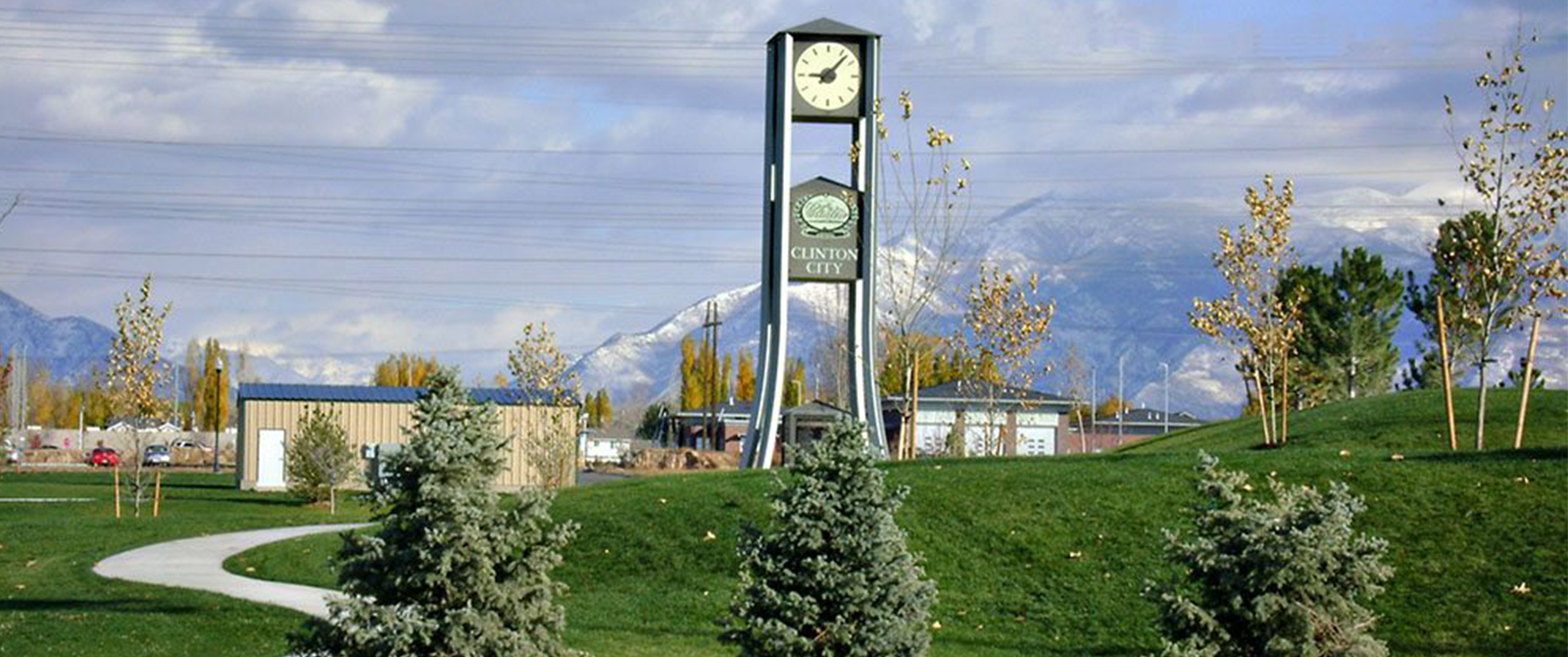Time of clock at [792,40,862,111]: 9:07
